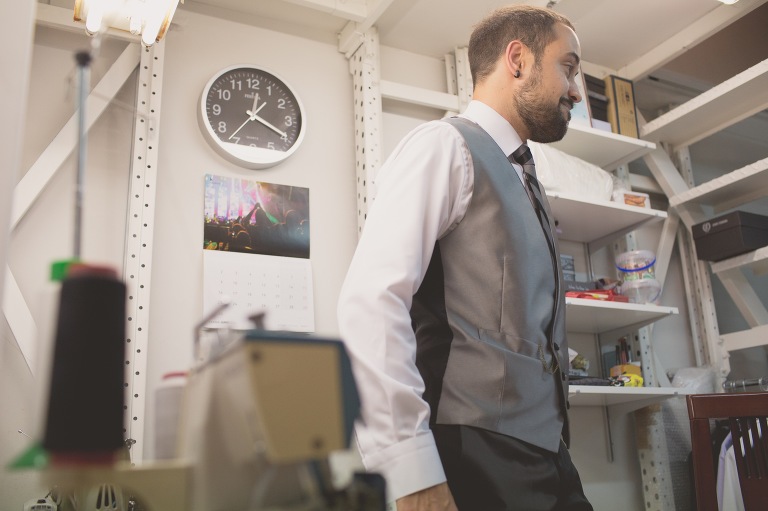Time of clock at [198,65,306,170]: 12:19
